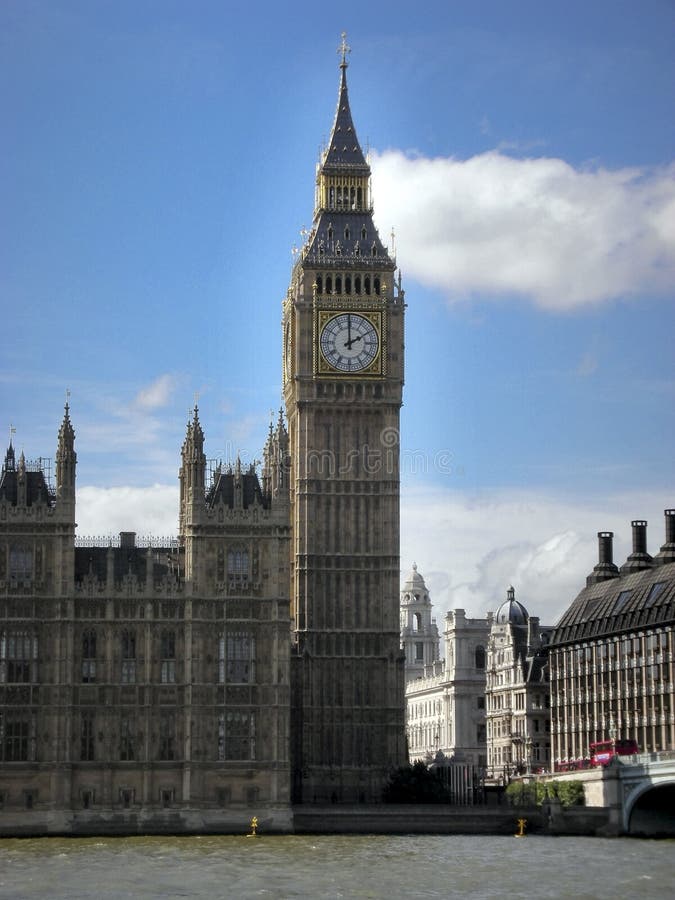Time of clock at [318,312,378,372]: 1:59
